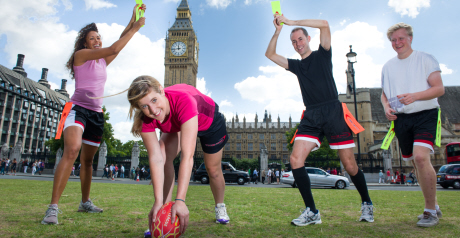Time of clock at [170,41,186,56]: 11:43
